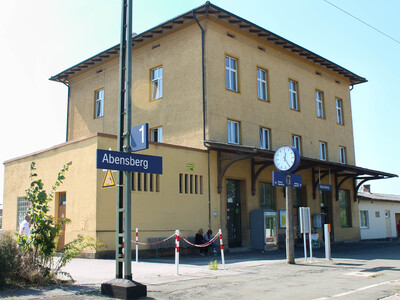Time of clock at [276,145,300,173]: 12:24
